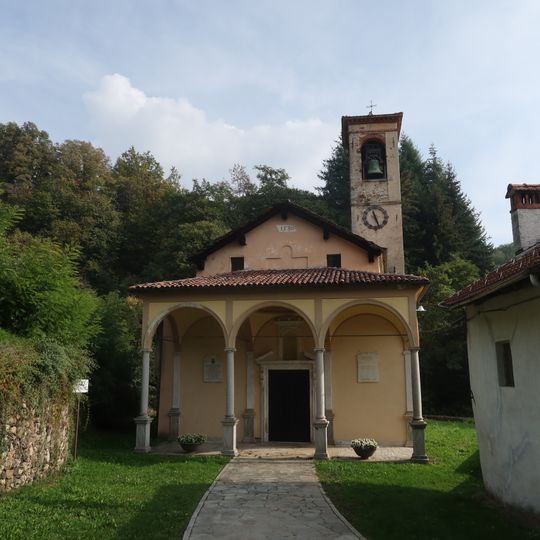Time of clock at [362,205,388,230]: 11:26
